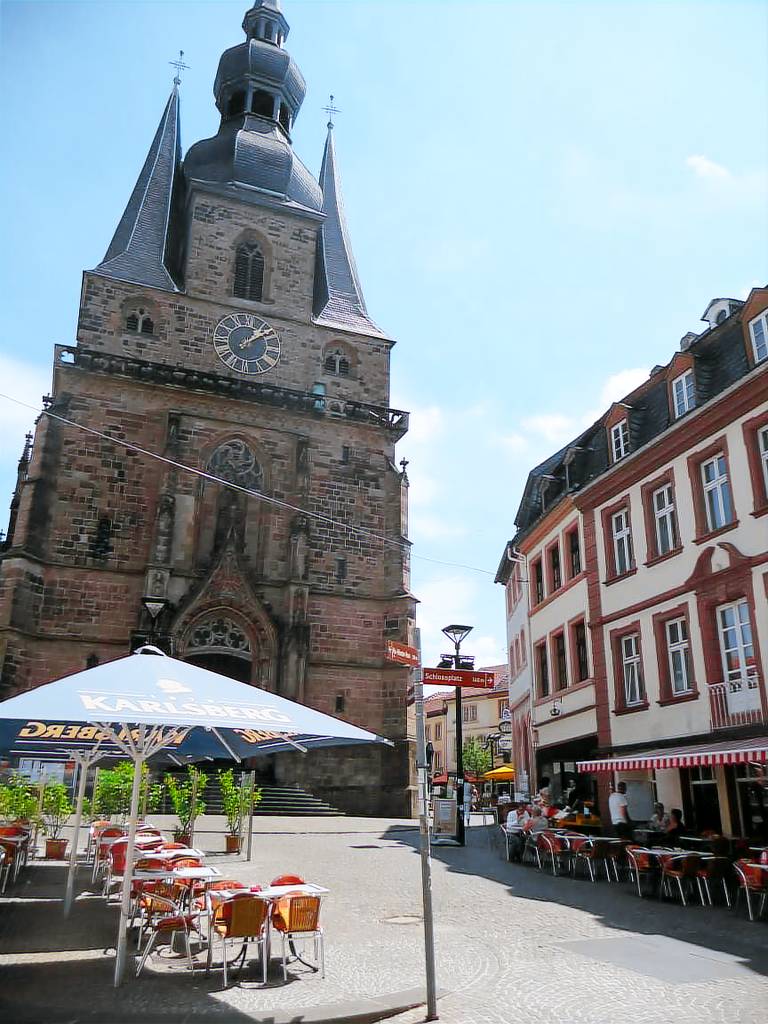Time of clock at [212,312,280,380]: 1:08
